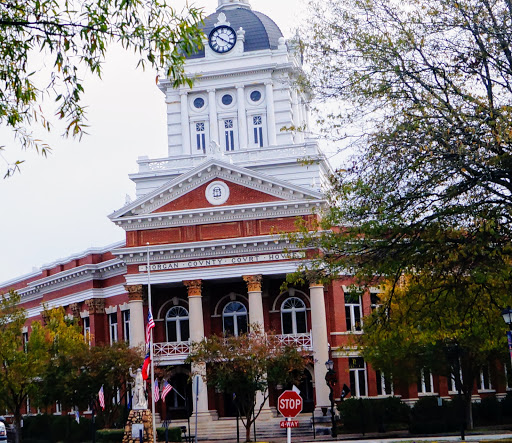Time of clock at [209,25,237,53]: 10:20
